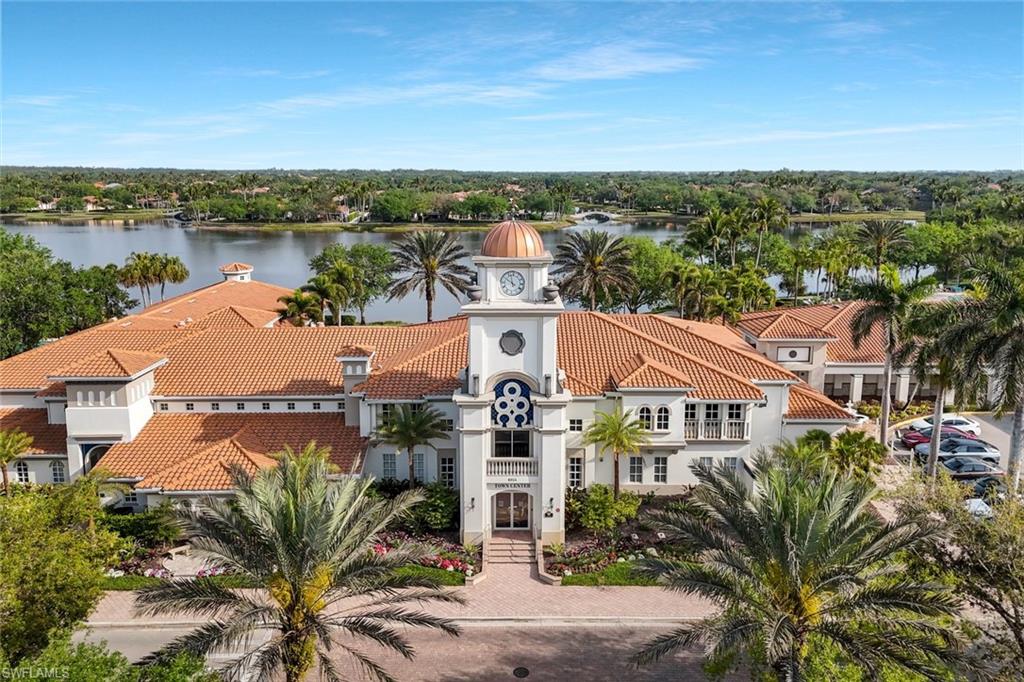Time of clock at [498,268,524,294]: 9:57
